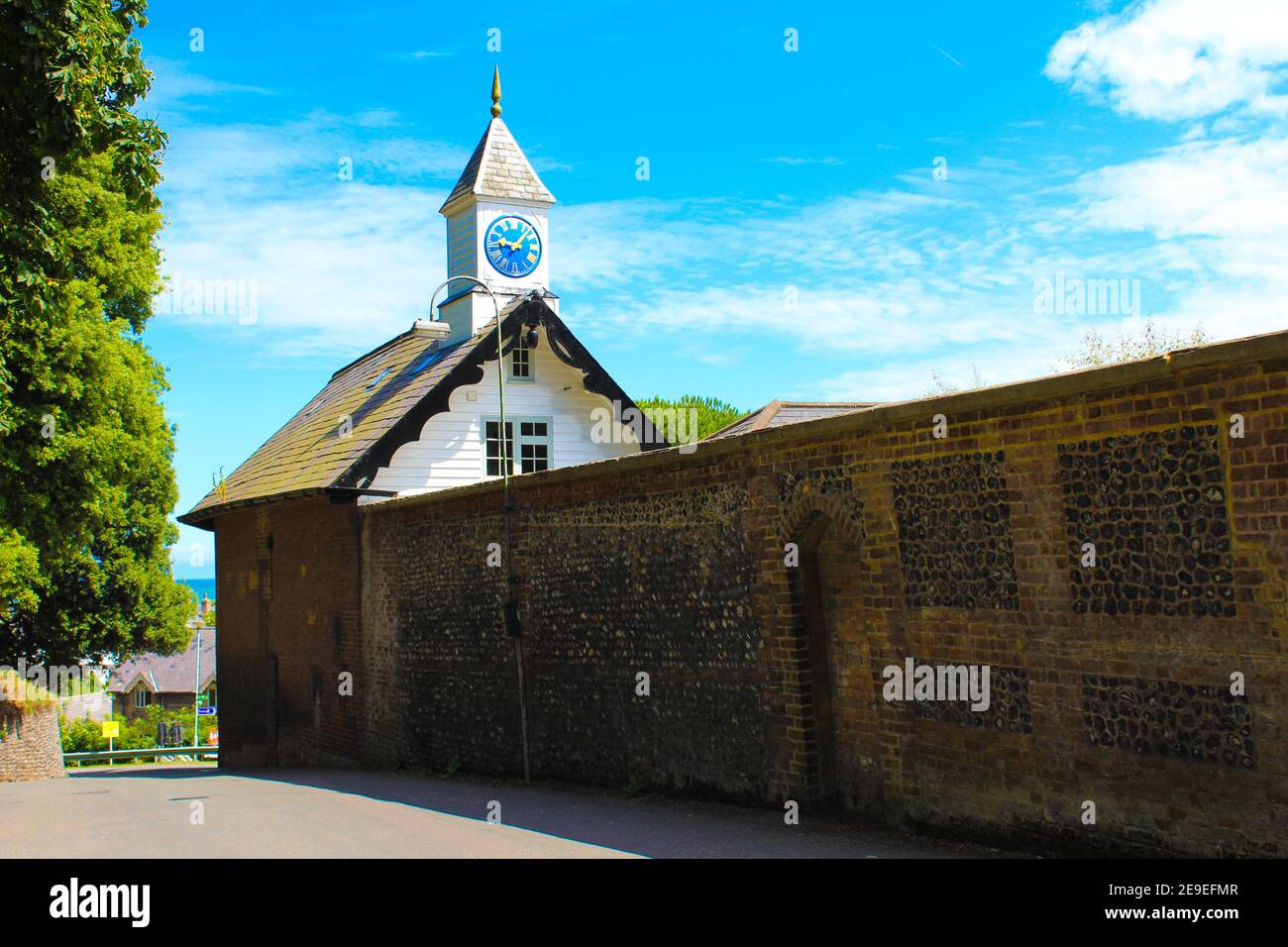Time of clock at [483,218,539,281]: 9:07
